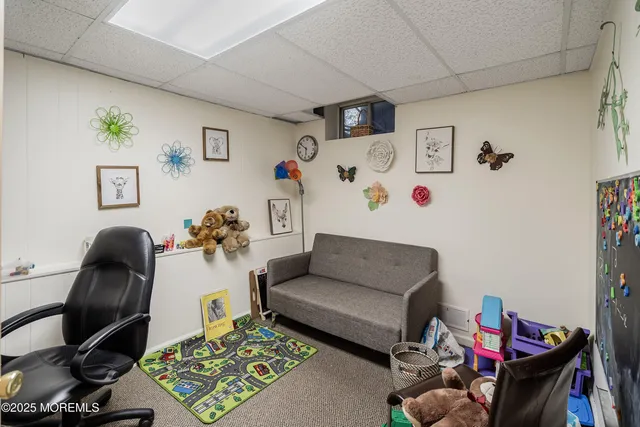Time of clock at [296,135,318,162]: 5:49
